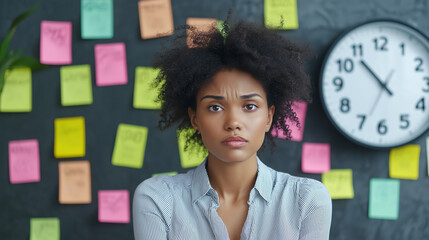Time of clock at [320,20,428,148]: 10:34
